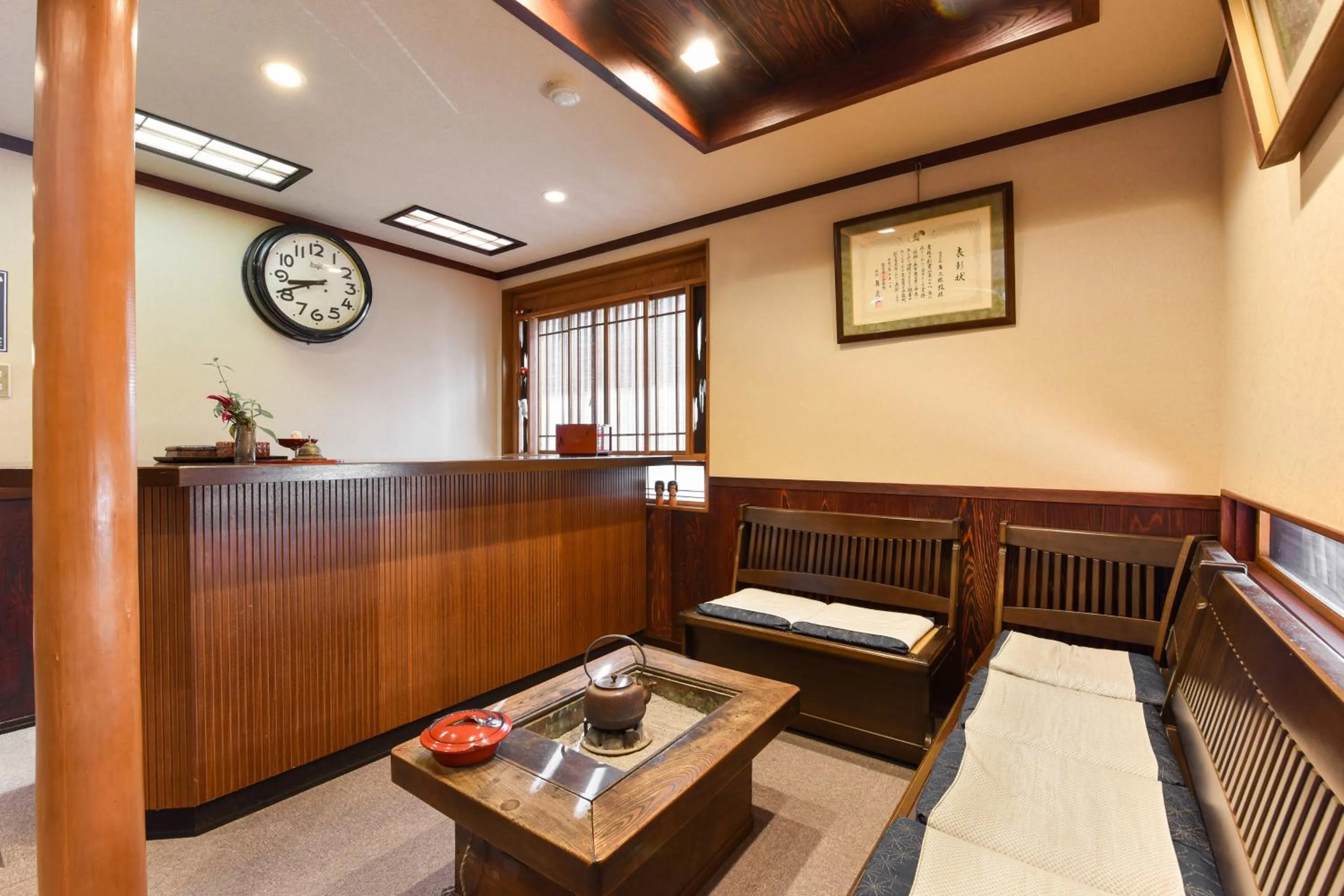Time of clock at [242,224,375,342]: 8:41
